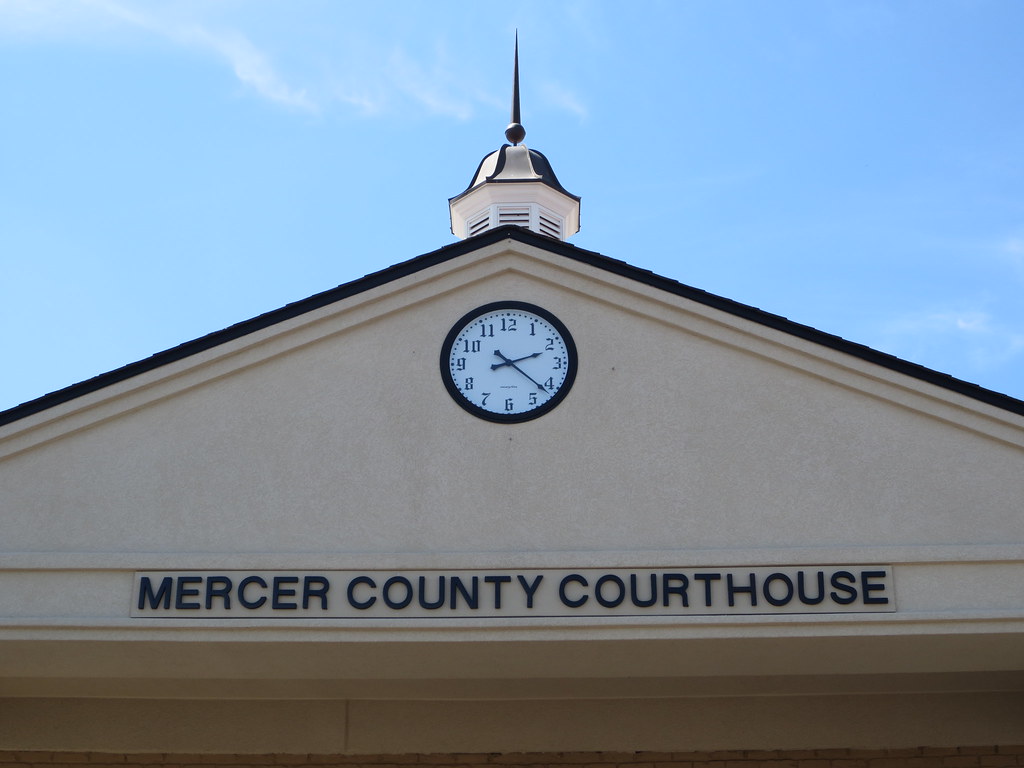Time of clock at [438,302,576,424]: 2:21
